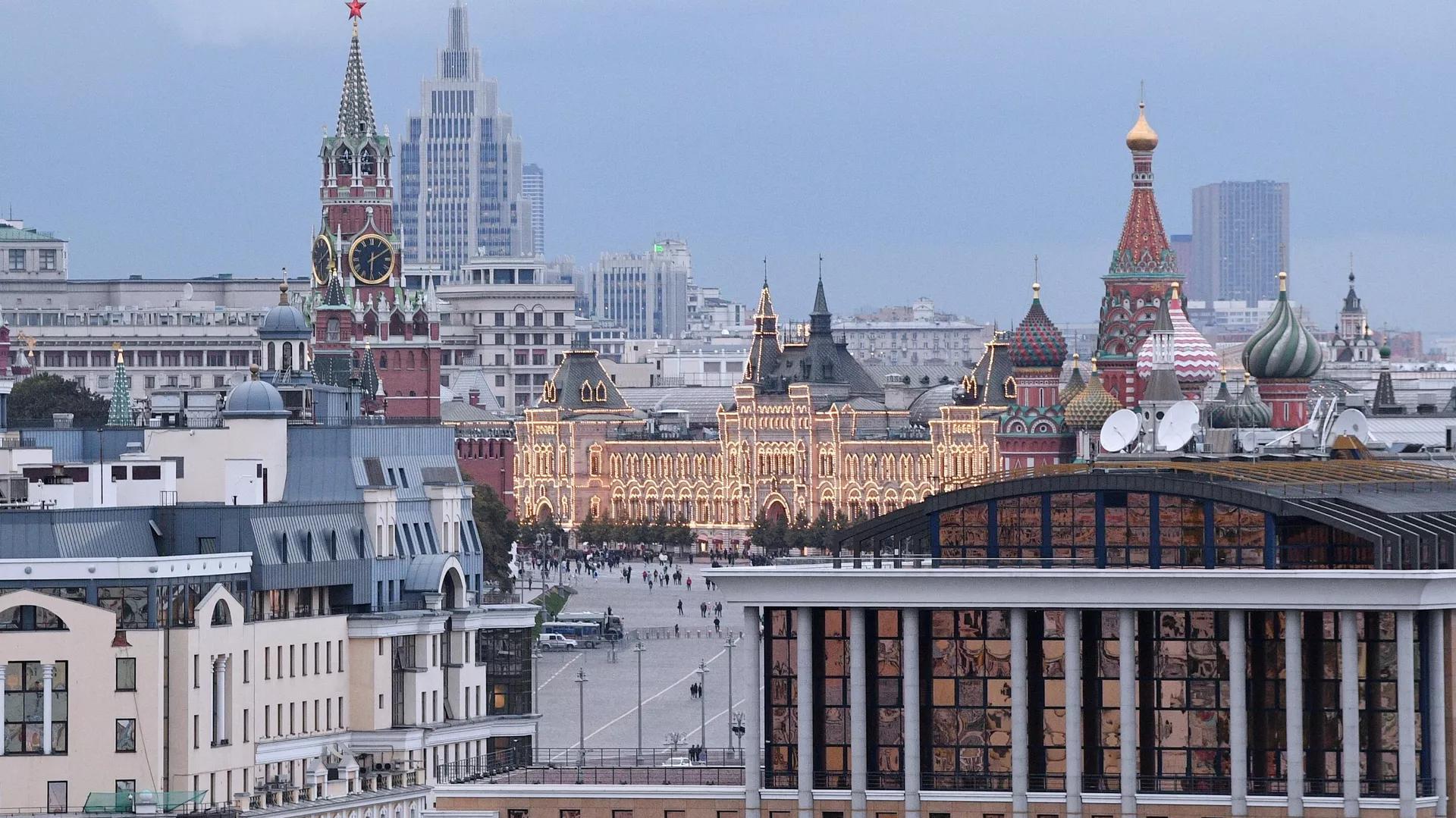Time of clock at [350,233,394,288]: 6:10
